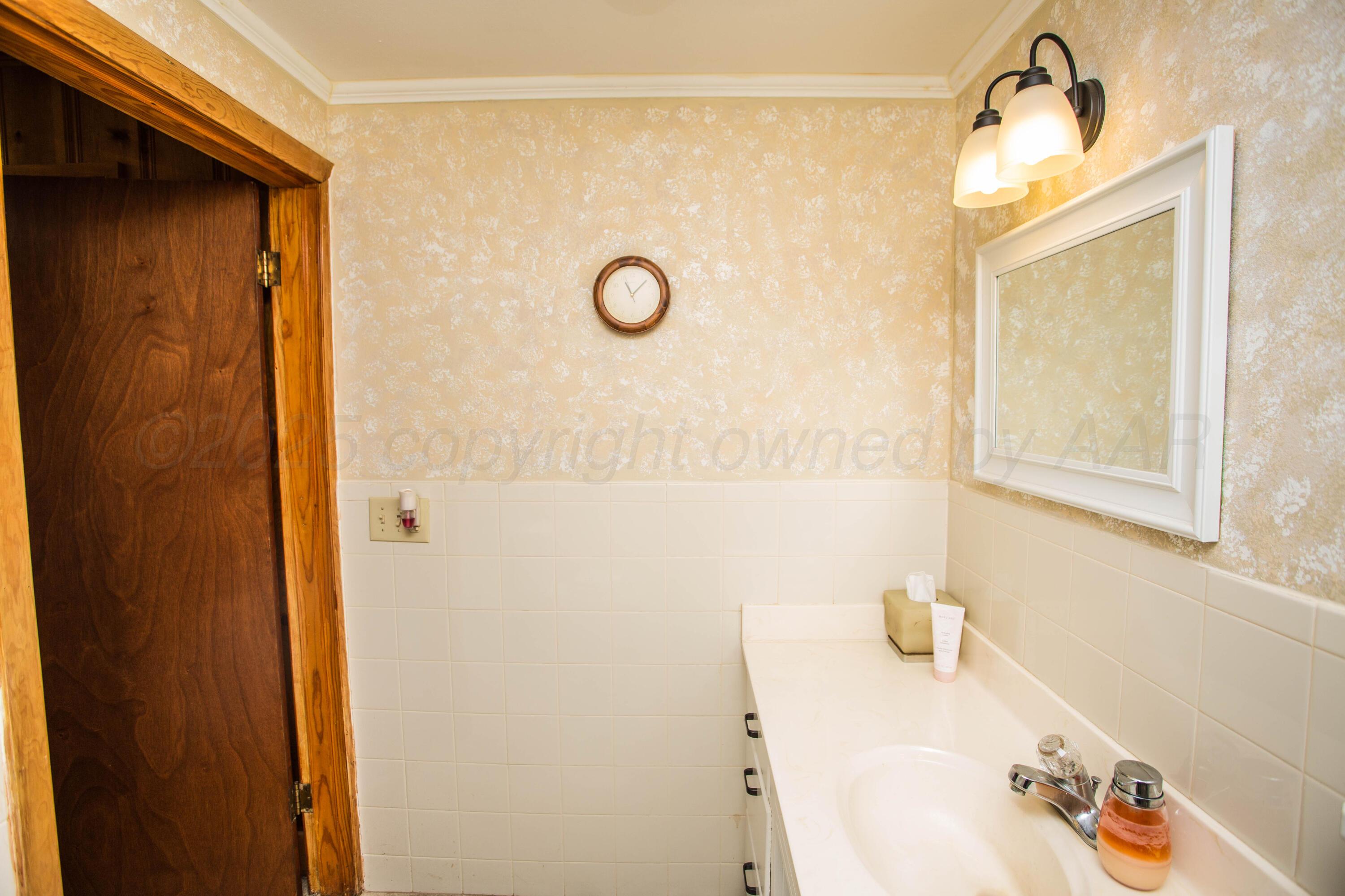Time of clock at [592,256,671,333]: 11:07
